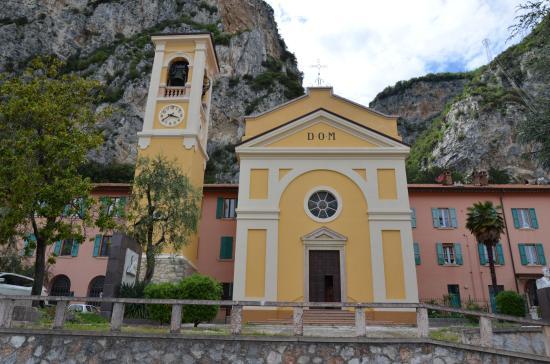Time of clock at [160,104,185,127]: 3:39
